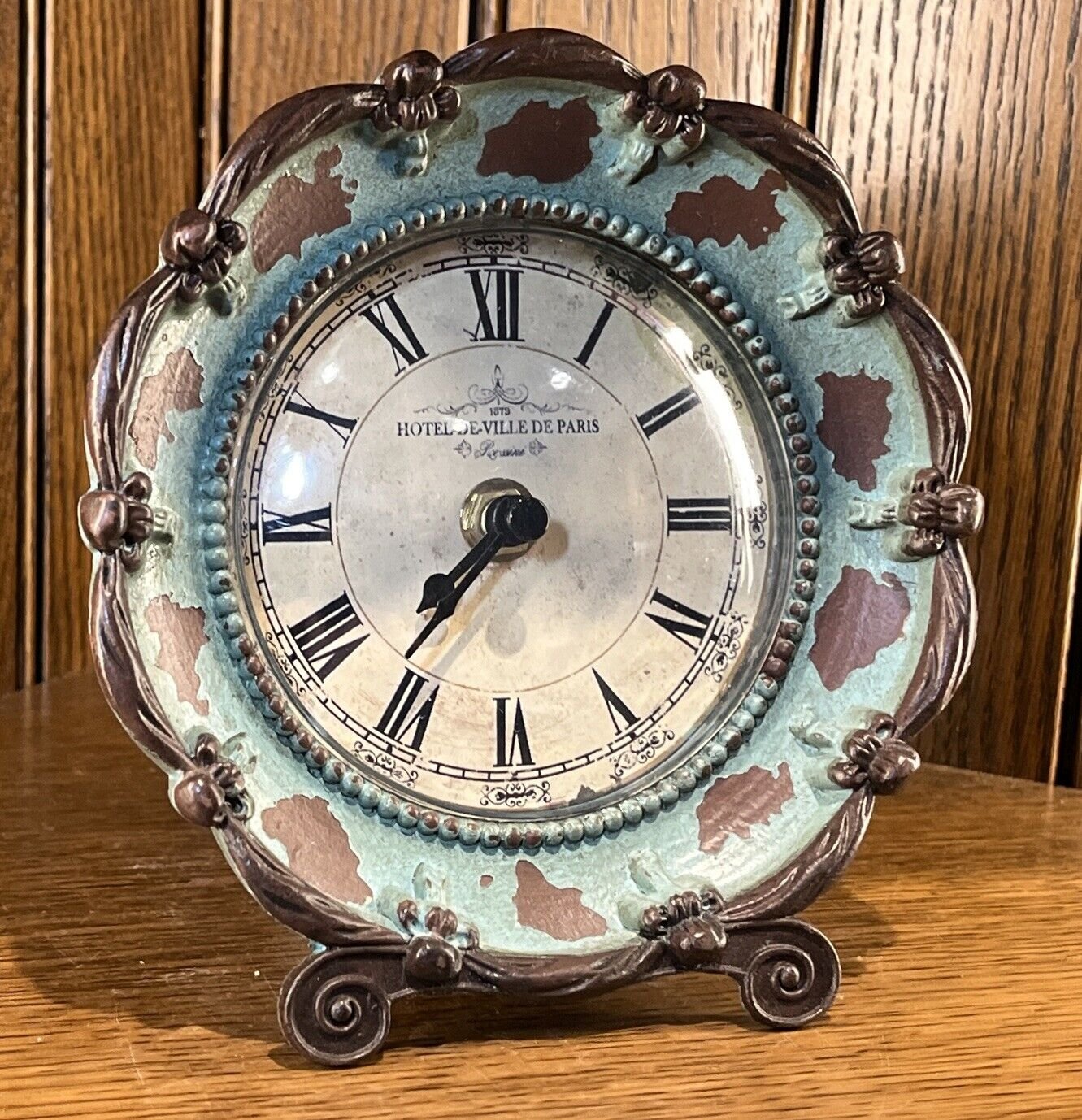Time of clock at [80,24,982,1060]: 7:36
